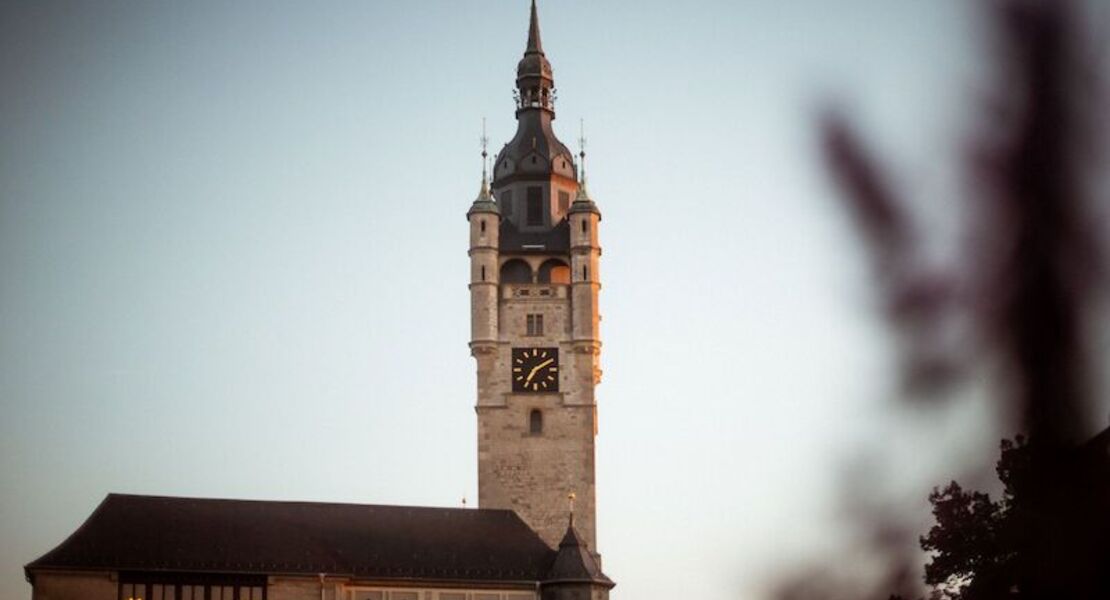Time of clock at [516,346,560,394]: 7:09
